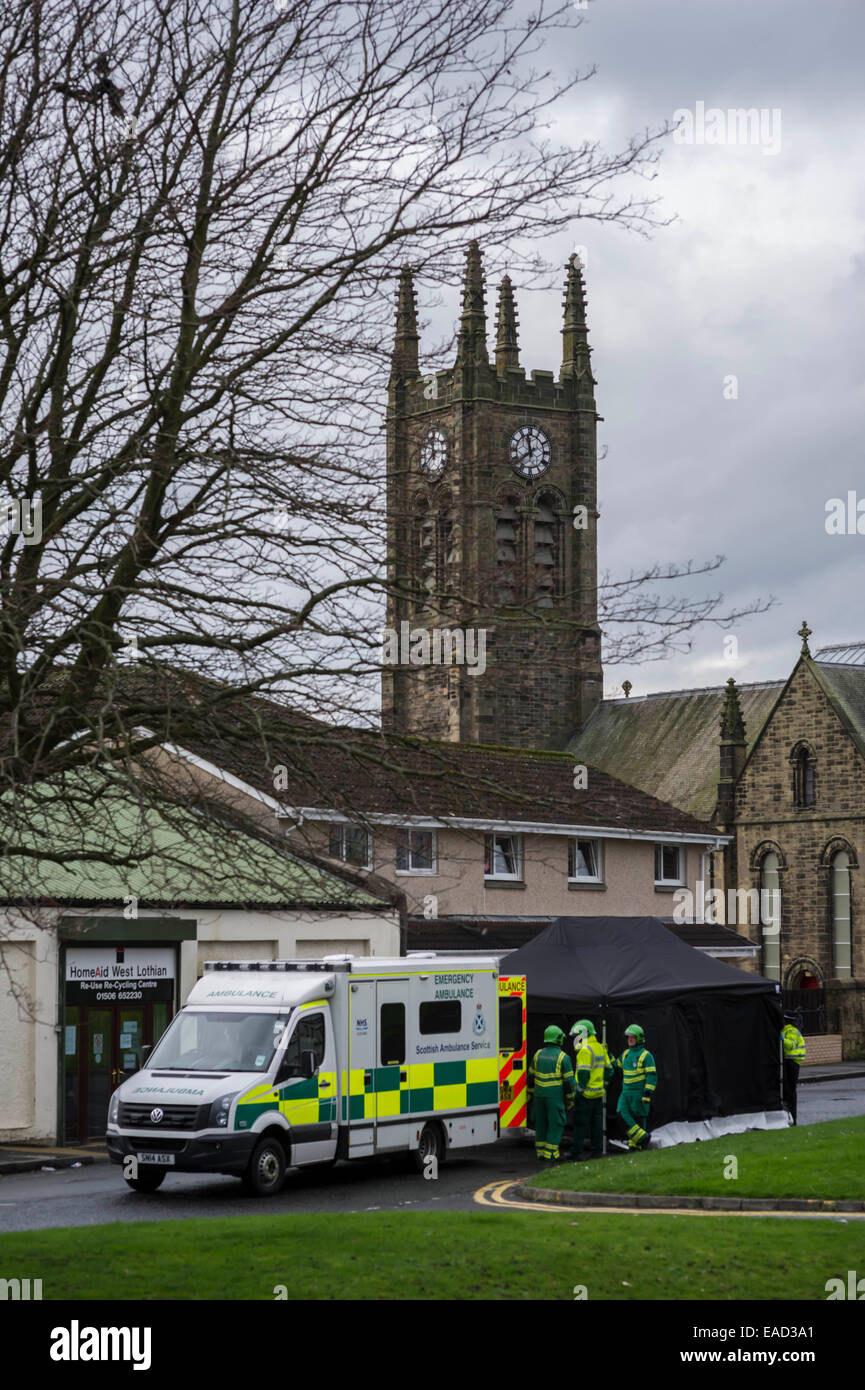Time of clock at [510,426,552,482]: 11:38
